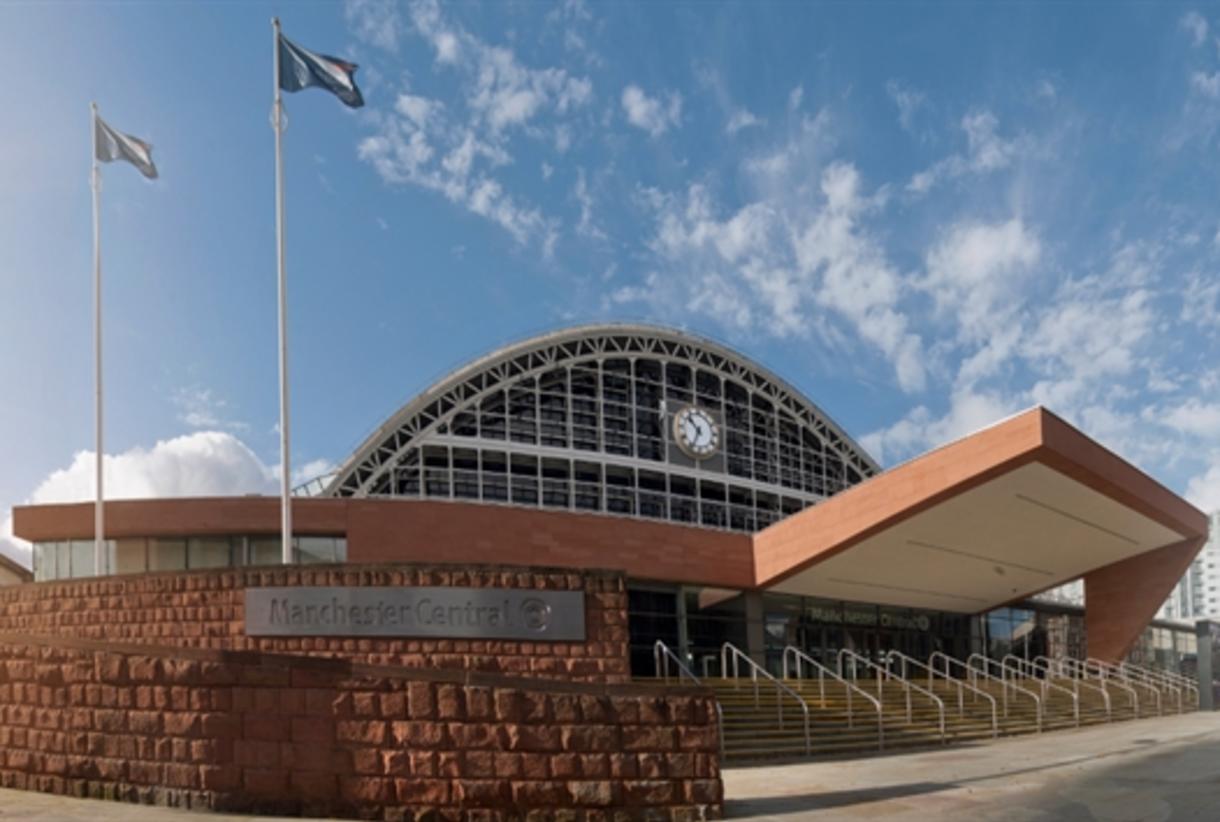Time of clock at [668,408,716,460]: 10:34
